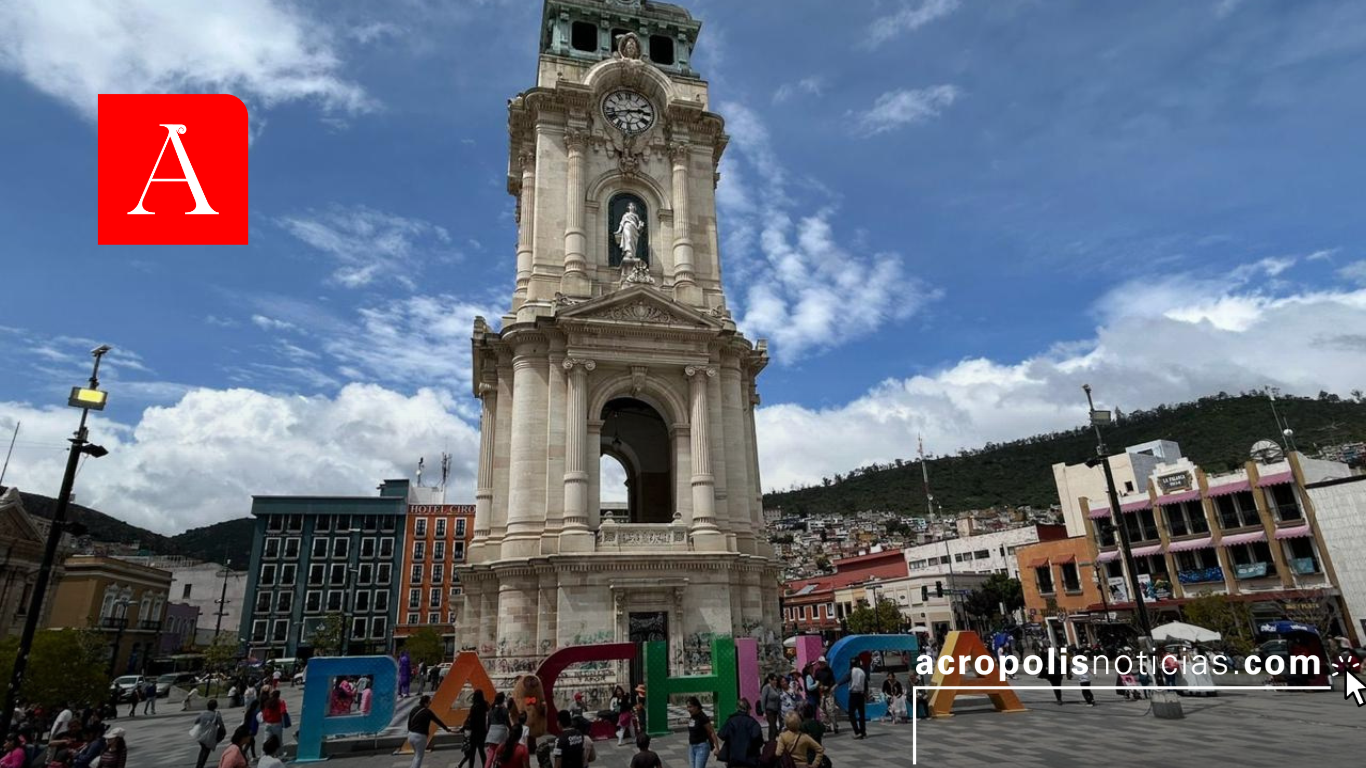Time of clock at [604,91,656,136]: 2:42
